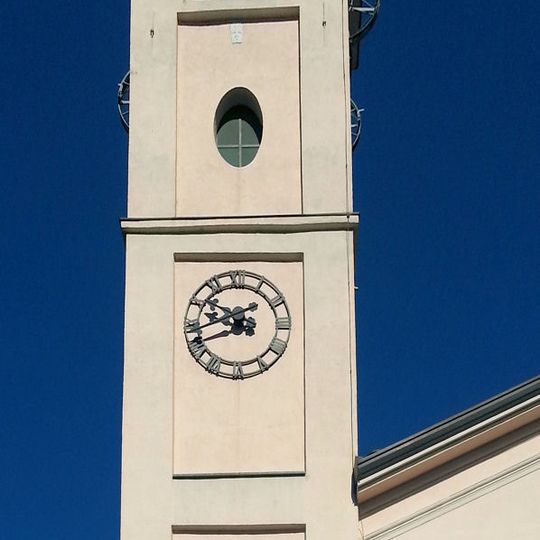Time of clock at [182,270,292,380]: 9:41
